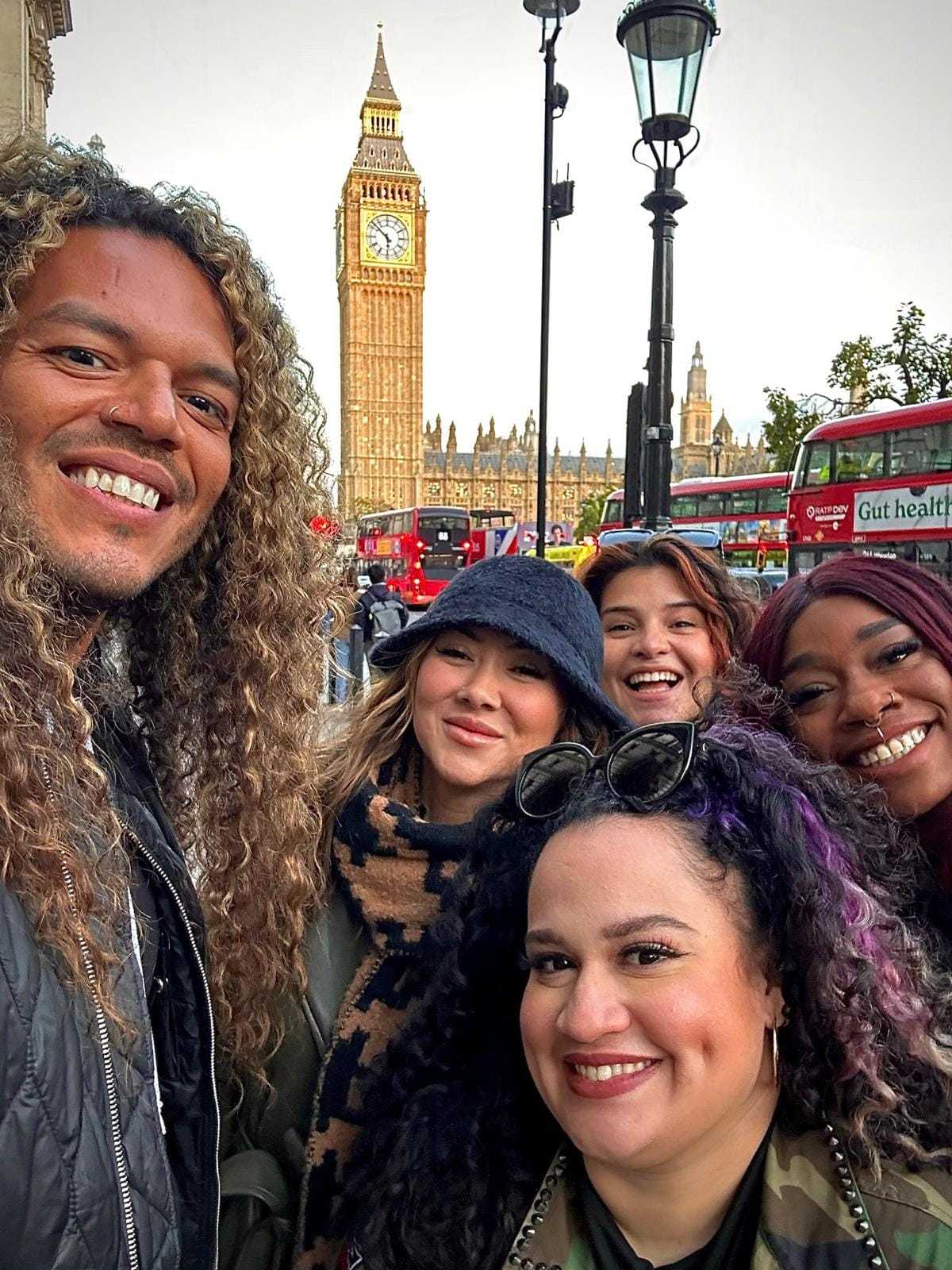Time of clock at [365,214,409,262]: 5:51
